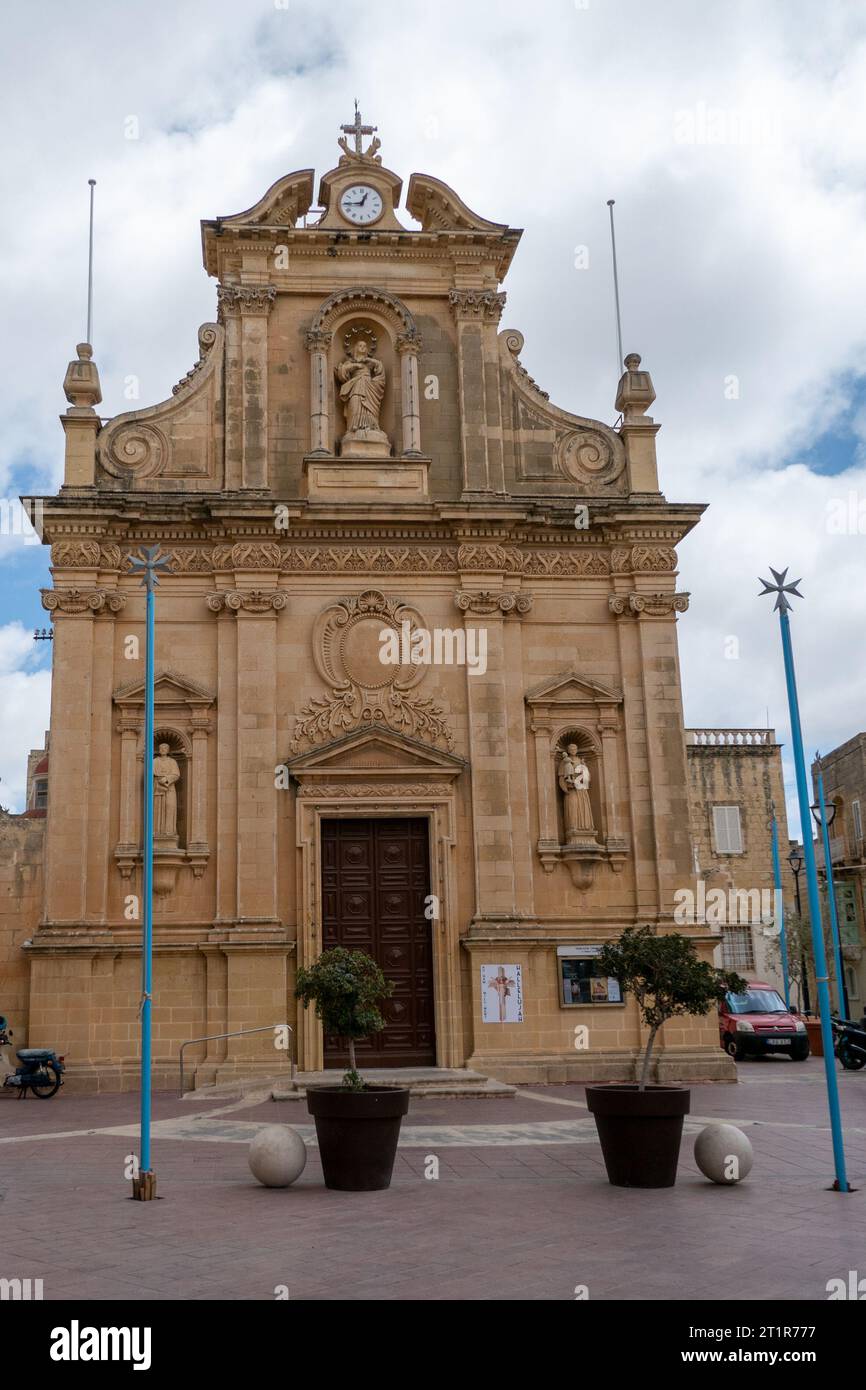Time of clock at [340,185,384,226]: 12:44
